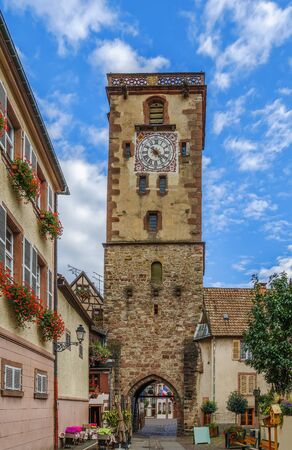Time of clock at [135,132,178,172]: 4:19
